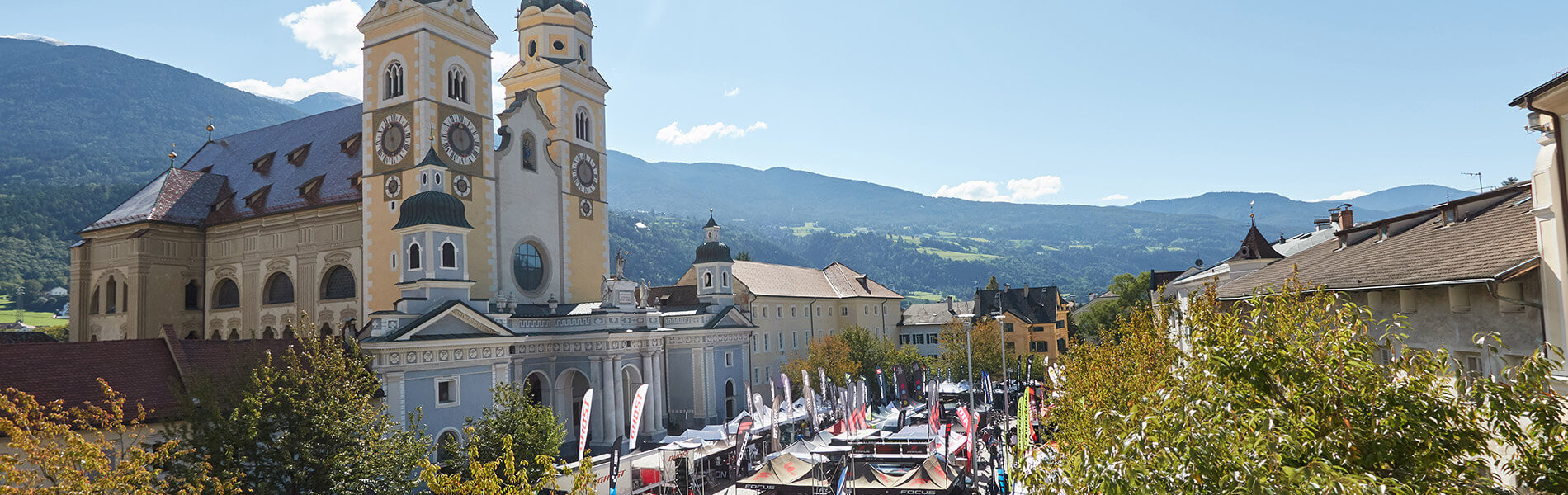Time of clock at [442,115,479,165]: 5:59
